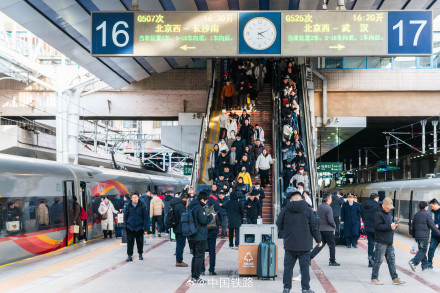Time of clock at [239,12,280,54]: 4:10
